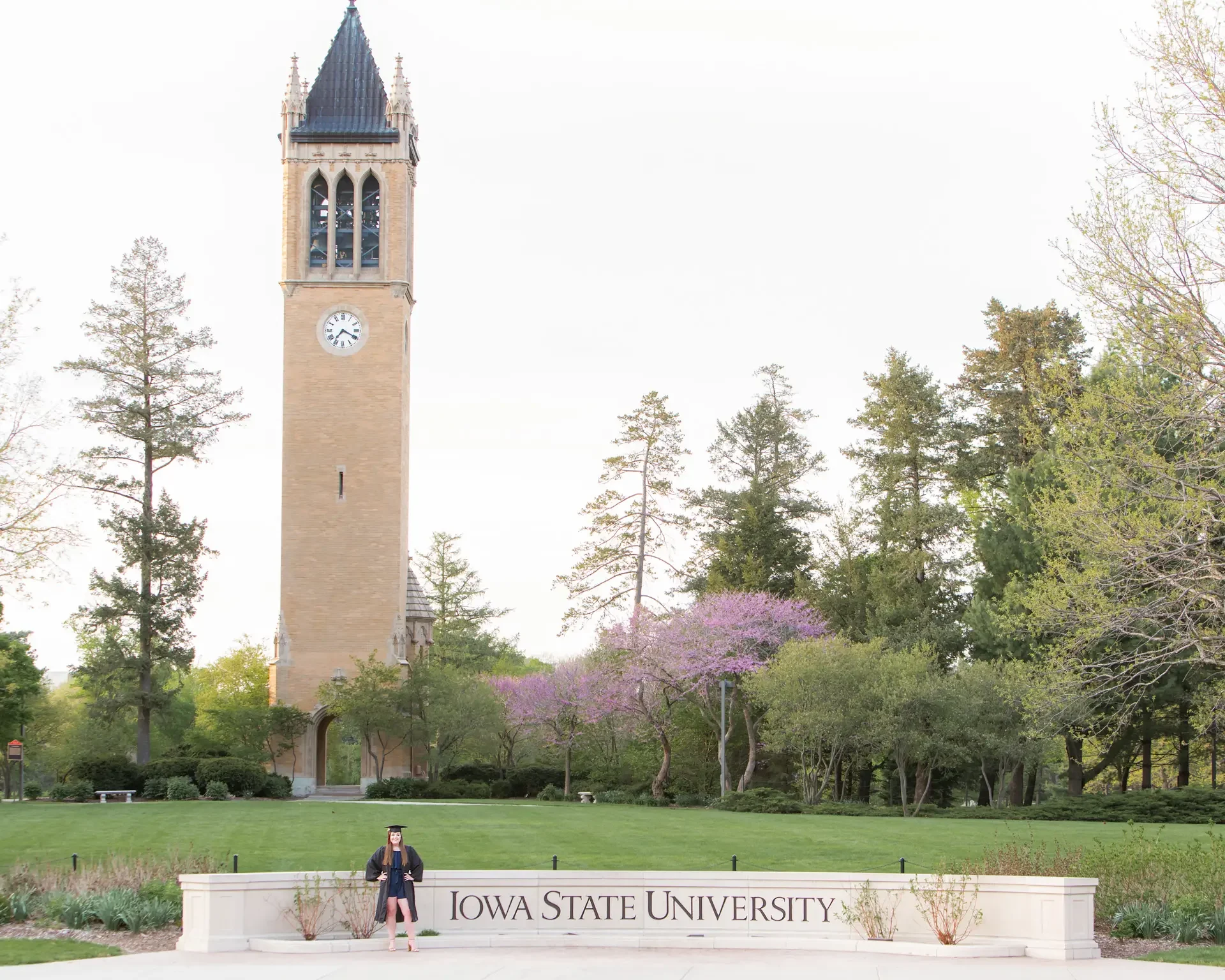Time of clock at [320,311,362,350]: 7:19
